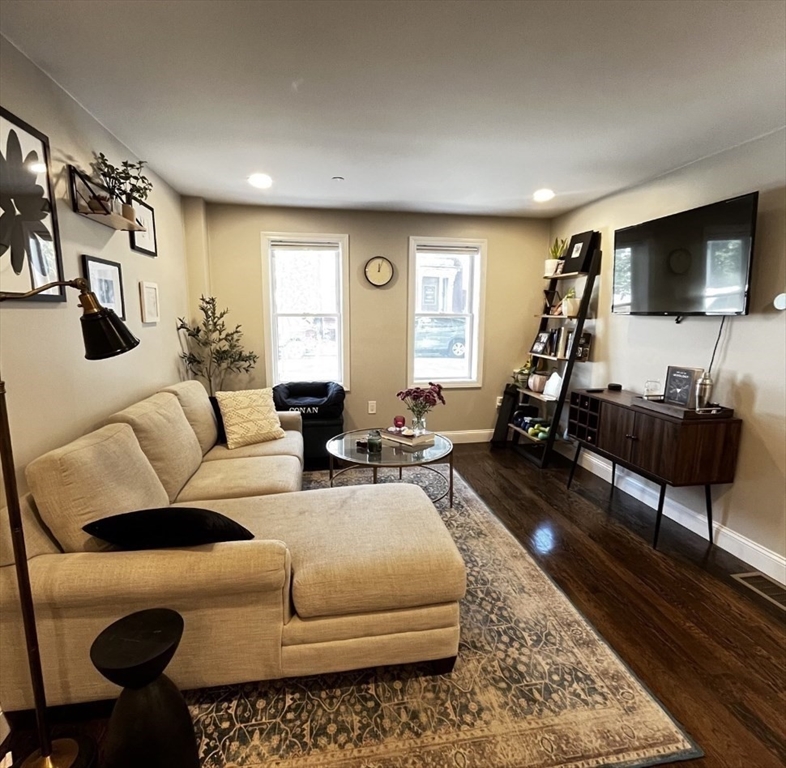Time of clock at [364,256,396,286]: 12:03
